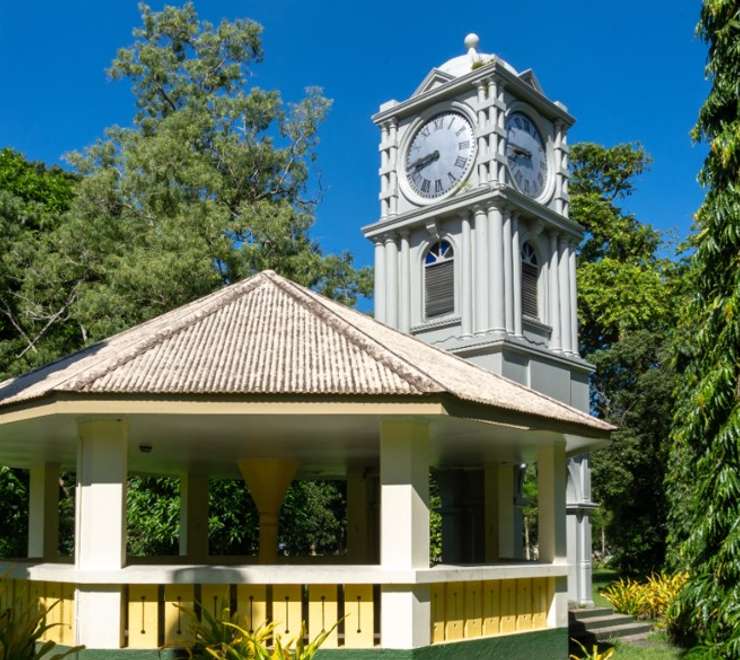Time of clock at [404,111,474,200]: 8:41
